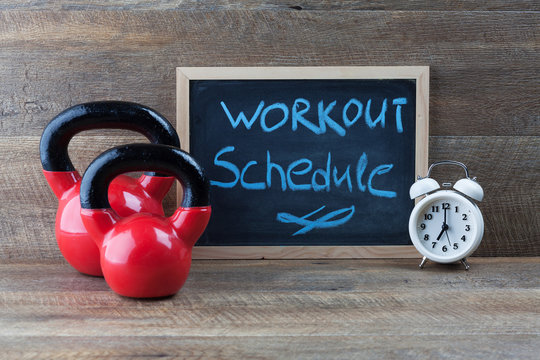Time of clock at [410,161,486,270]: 7:00
